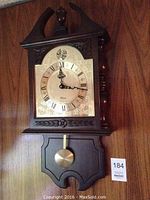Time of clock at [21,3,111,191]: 12:16
